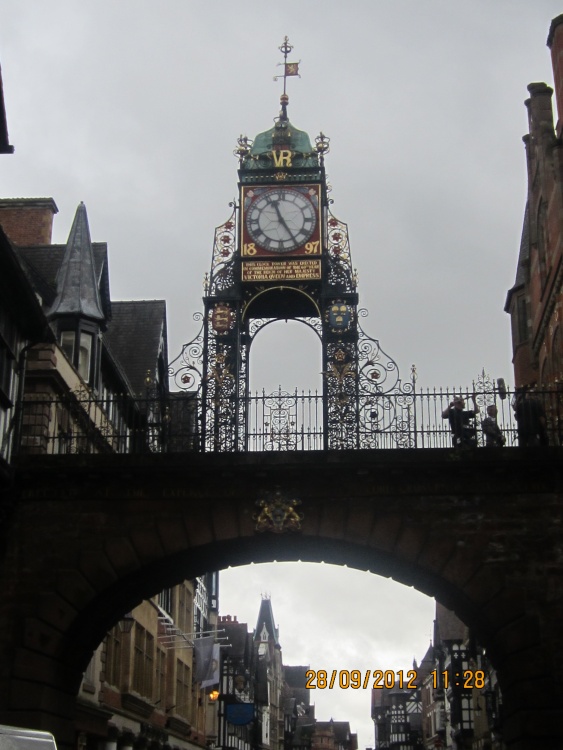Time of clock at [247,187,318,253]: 11:24
